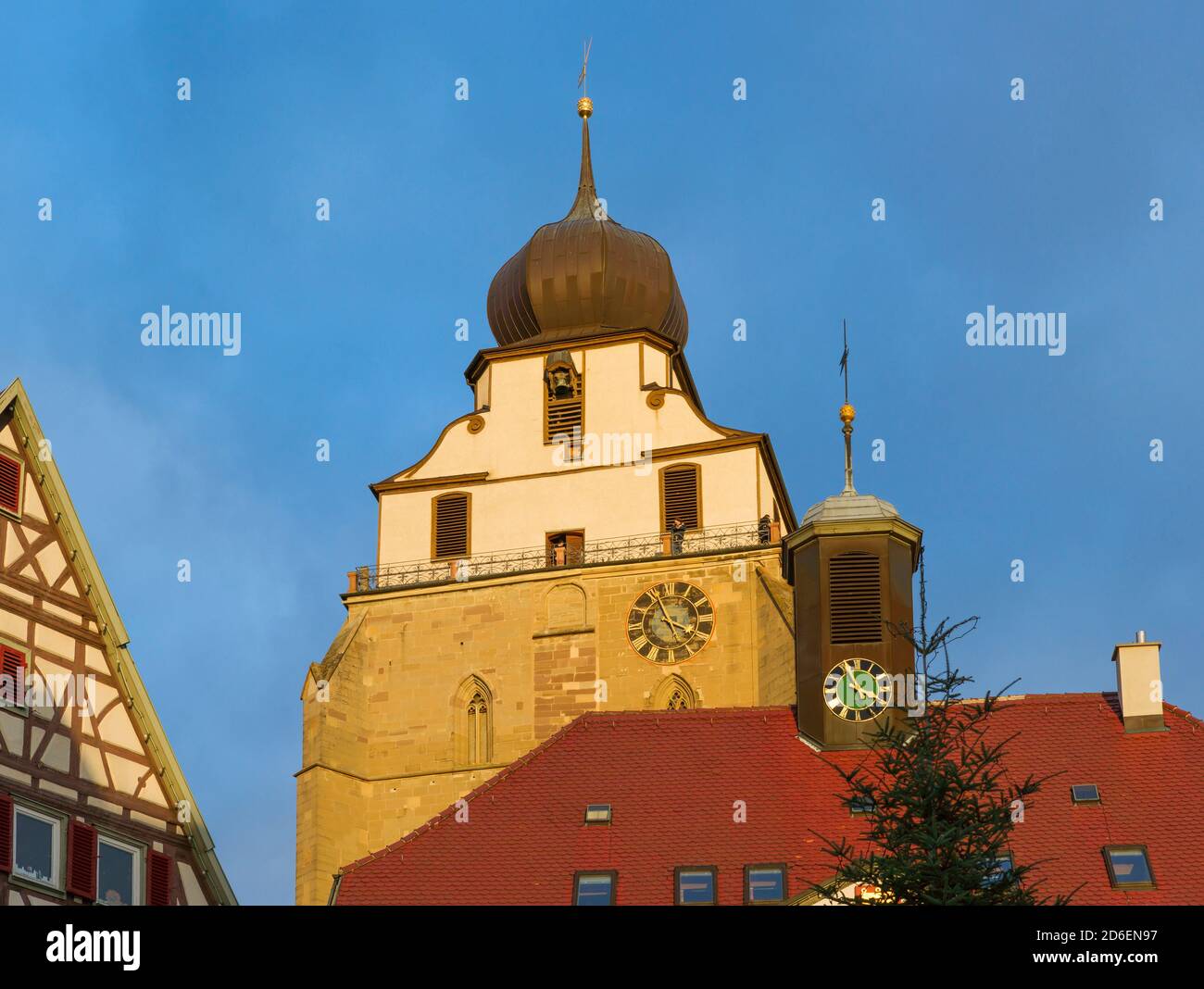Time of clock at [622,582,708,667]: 3:56
